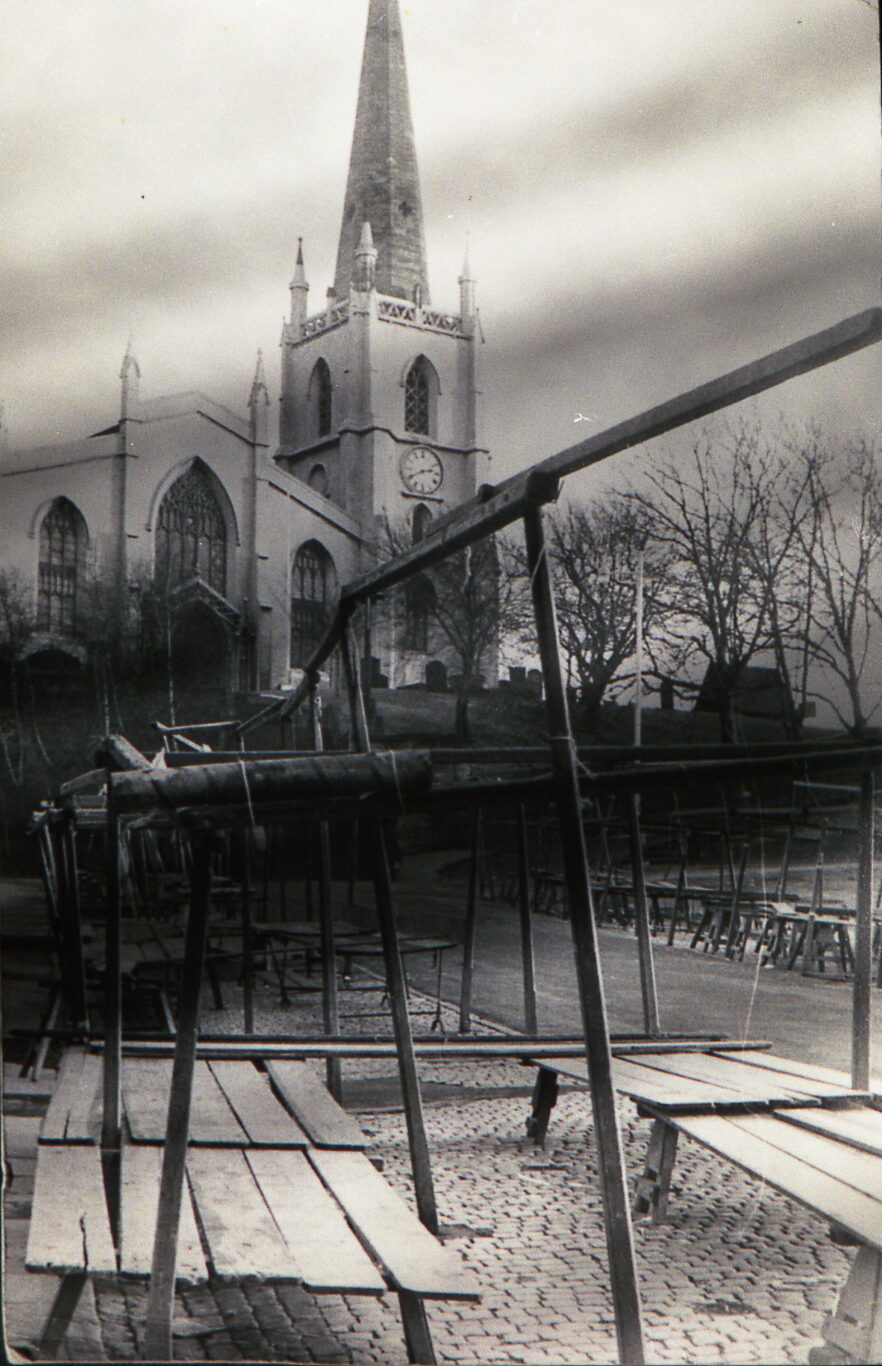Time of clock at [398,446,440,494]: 2:40
